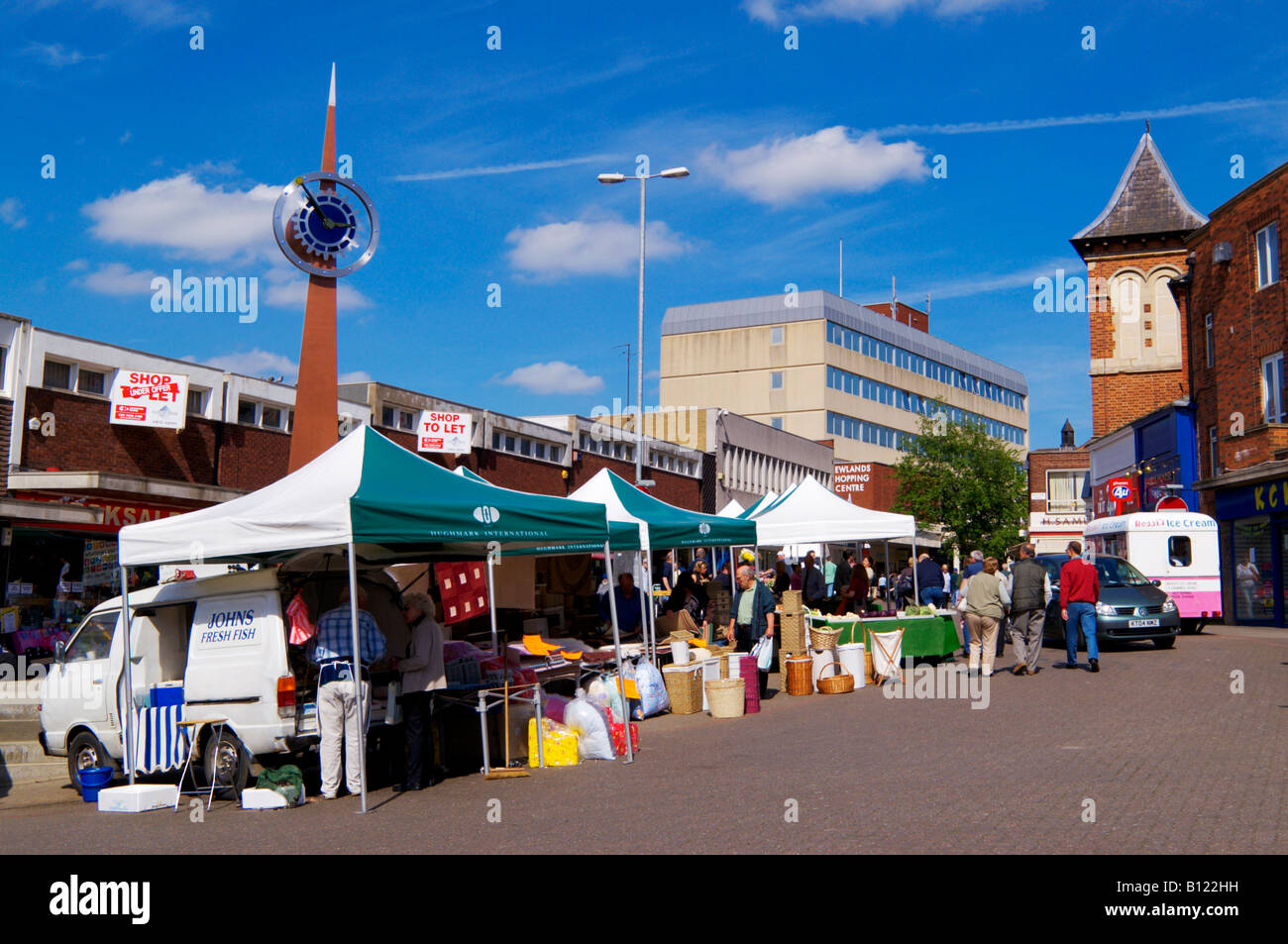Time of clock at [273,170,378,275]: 2:53
